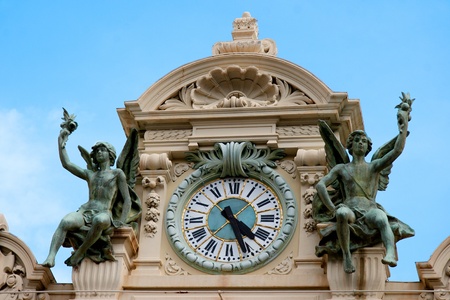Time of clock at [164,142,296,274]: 4:26
